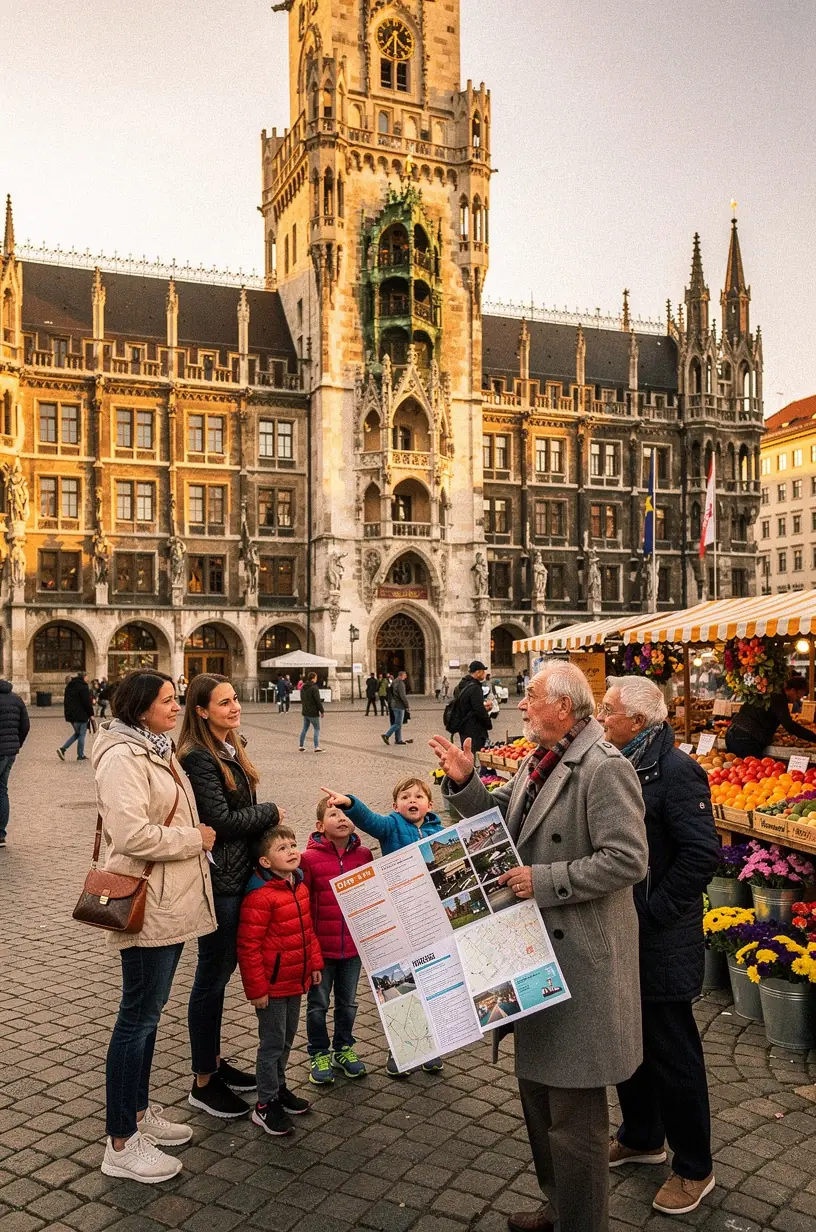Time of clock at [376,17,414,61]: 4:30
